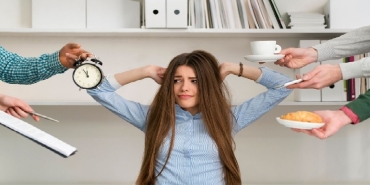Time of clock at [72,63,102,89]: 11:55
